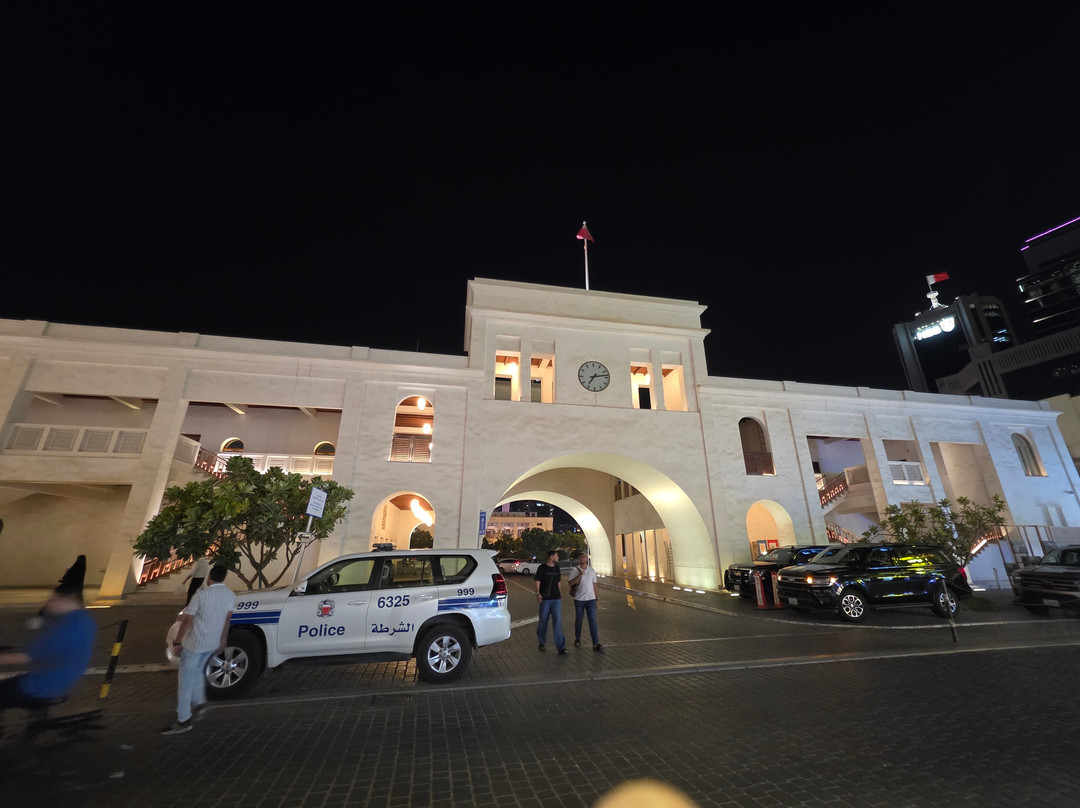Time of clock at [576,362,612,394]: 7:13
